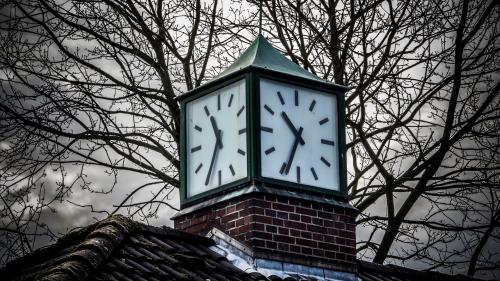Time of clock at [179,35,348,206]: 10:34
